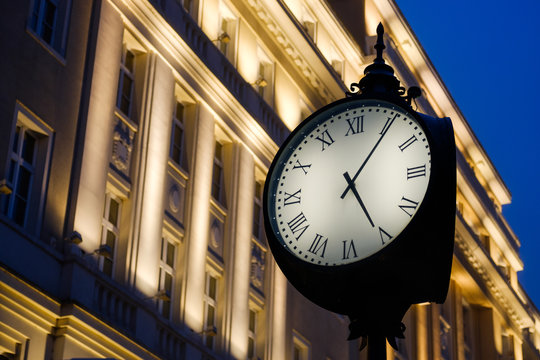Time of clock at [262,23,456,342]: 5:05
